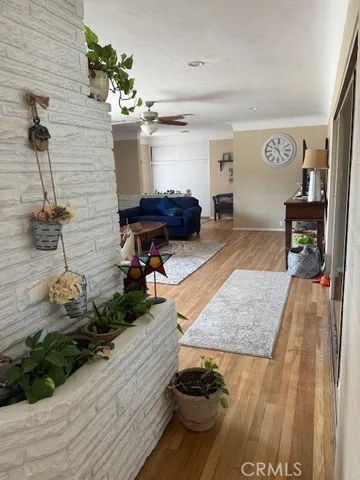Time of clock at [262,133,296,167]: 10:25
